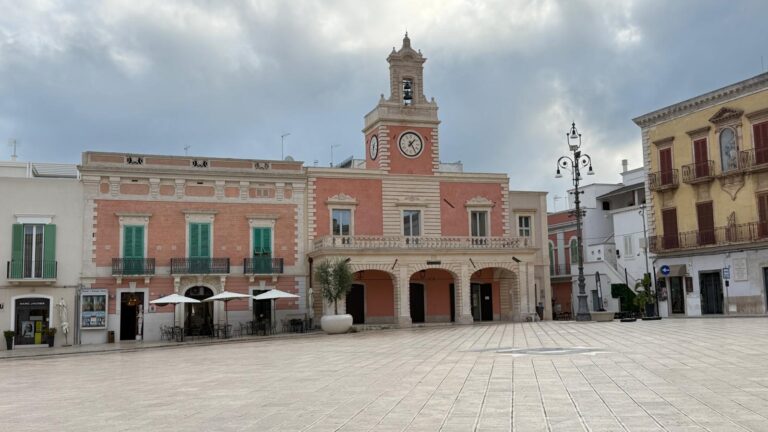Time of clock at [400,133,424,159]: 1:24
